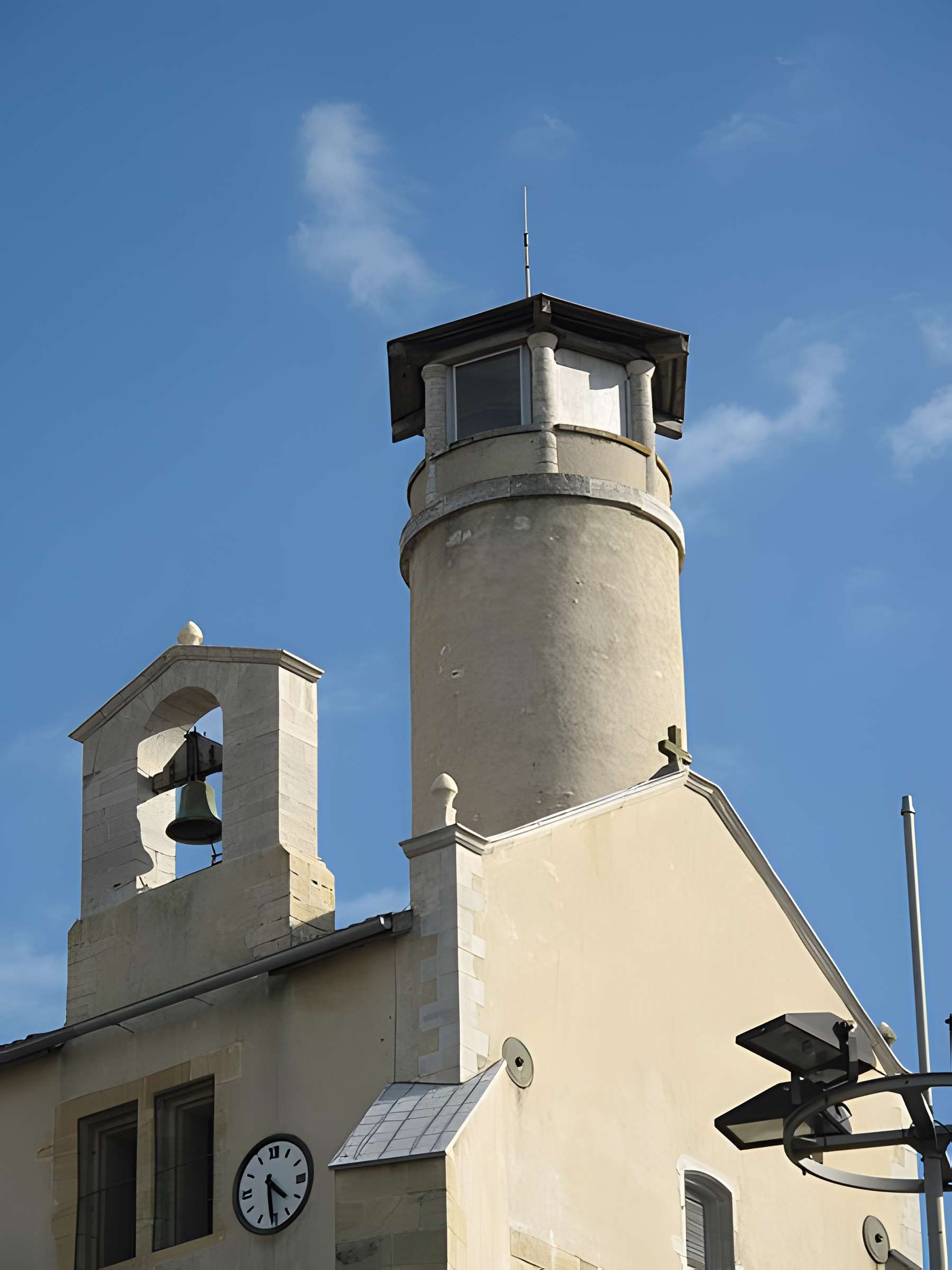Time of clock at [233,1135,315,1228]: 4:29
